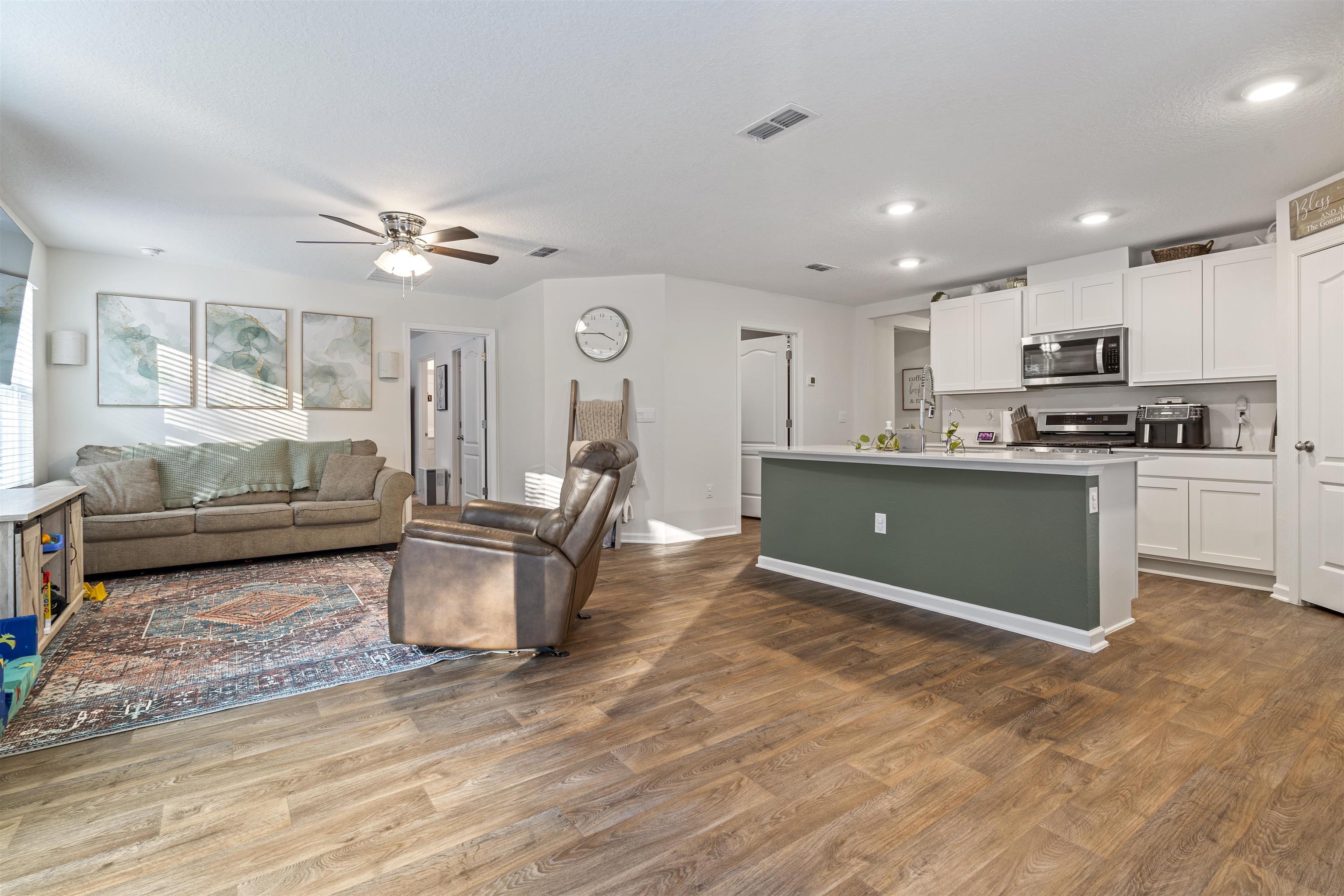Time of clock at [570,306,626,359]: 3:45
